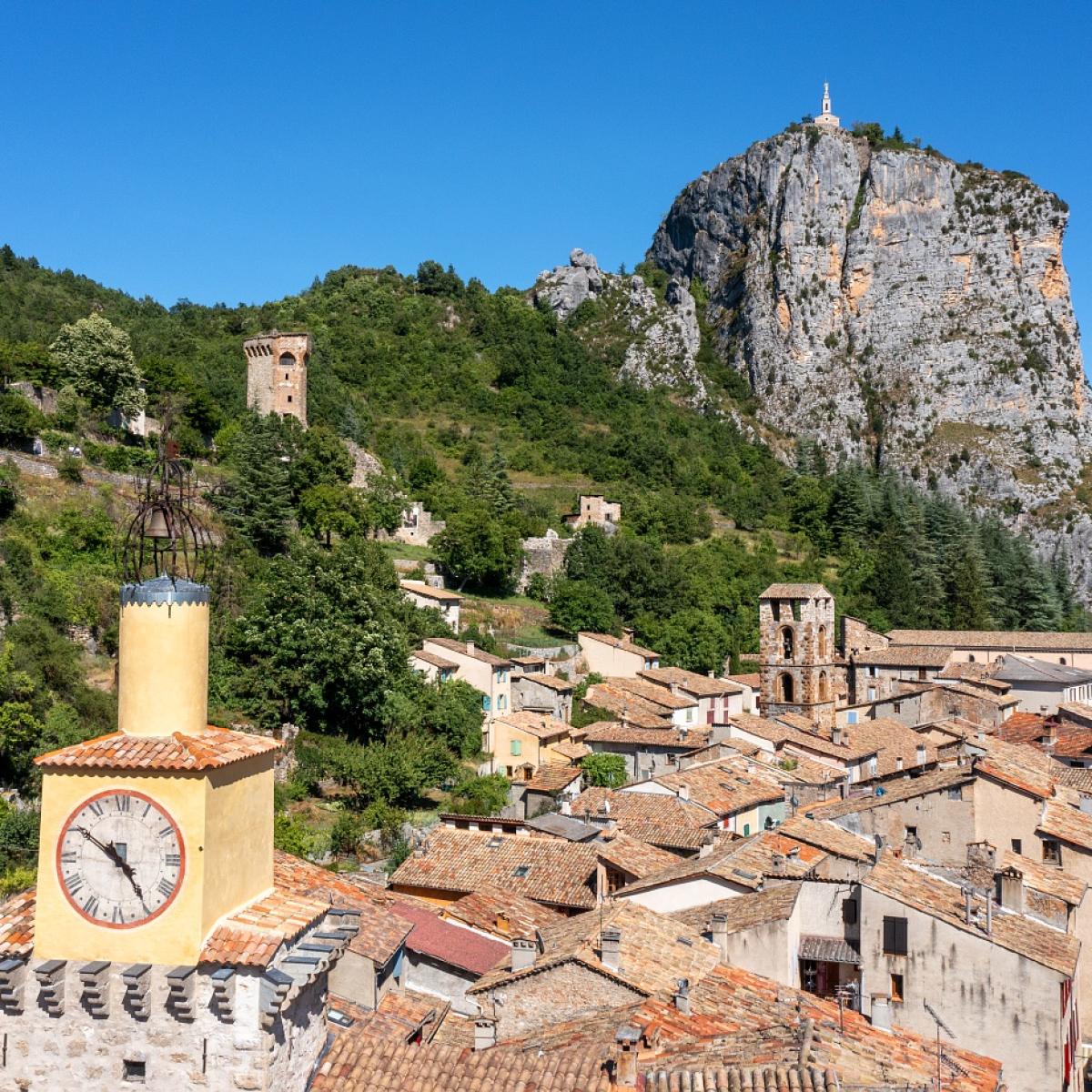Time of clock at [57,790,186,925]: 4:50
